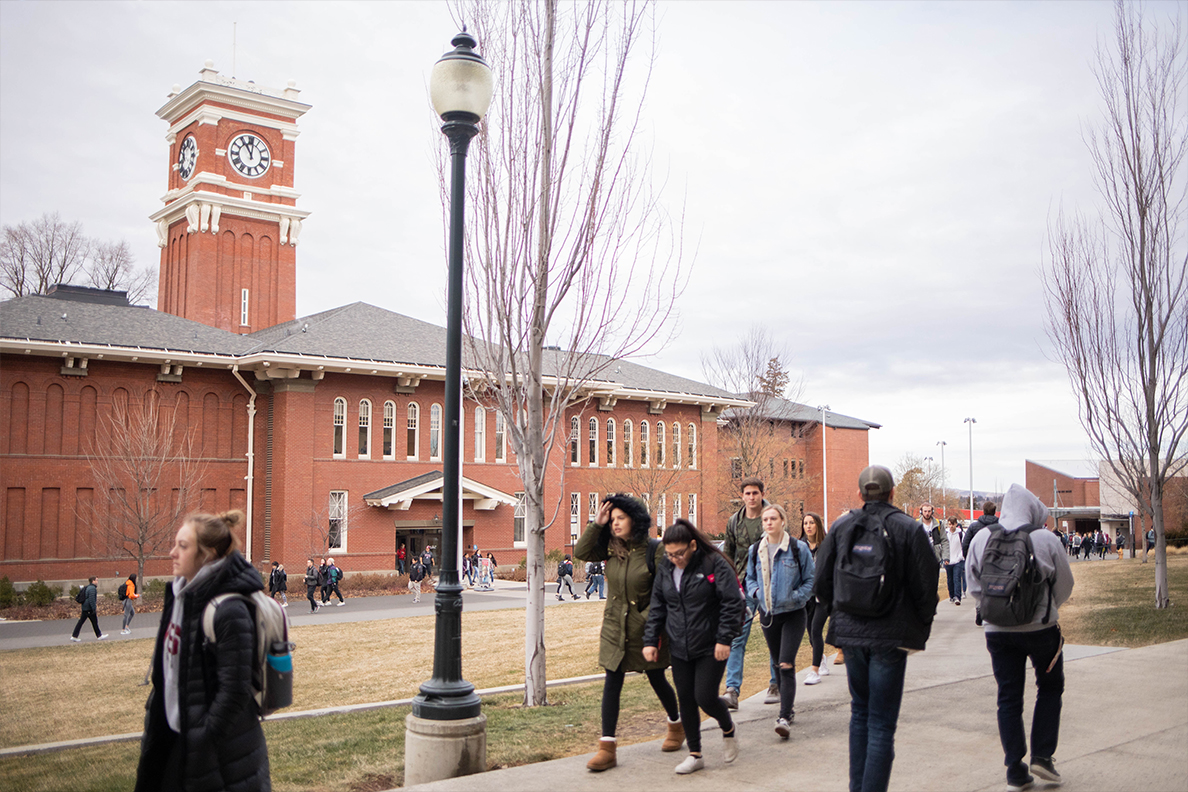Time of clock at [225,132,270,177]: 11:01
